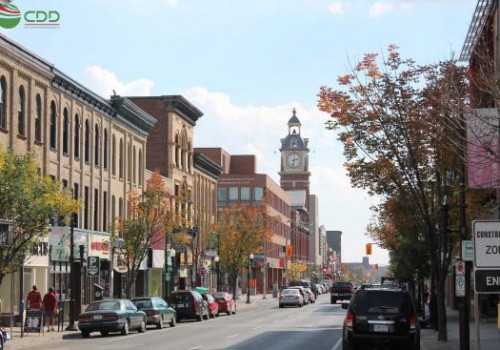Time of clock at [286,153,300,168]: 2:32
